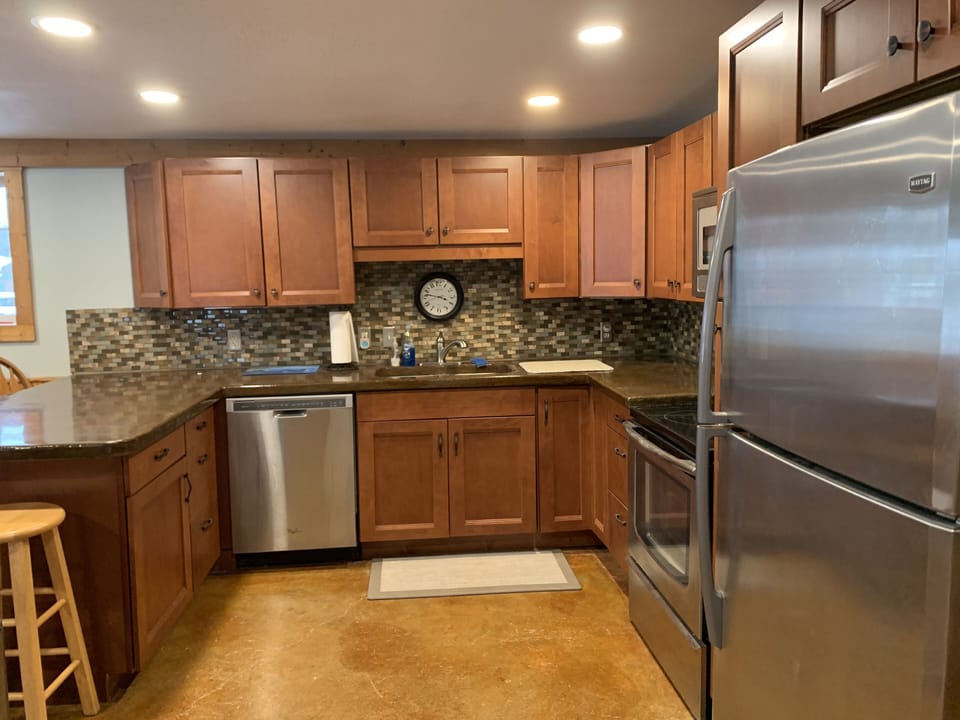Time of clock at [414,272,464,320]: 3:46
